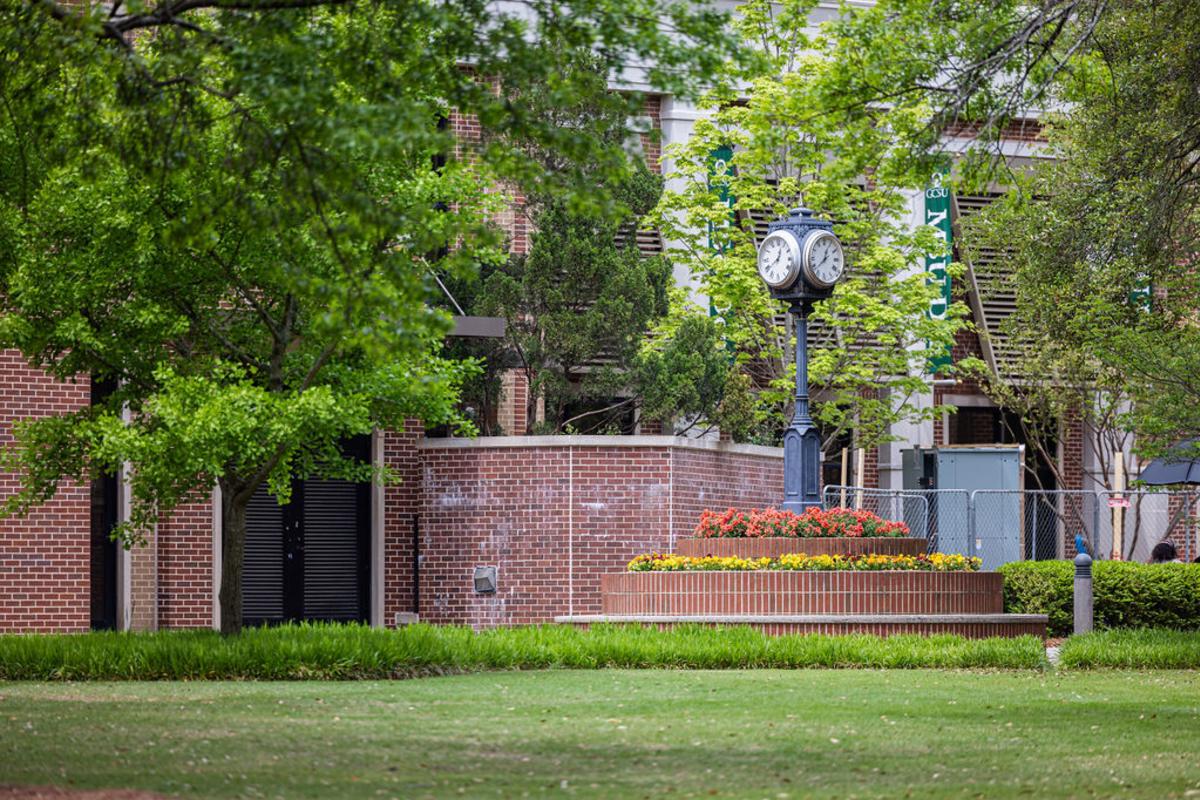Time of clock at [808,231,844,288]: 12:38
